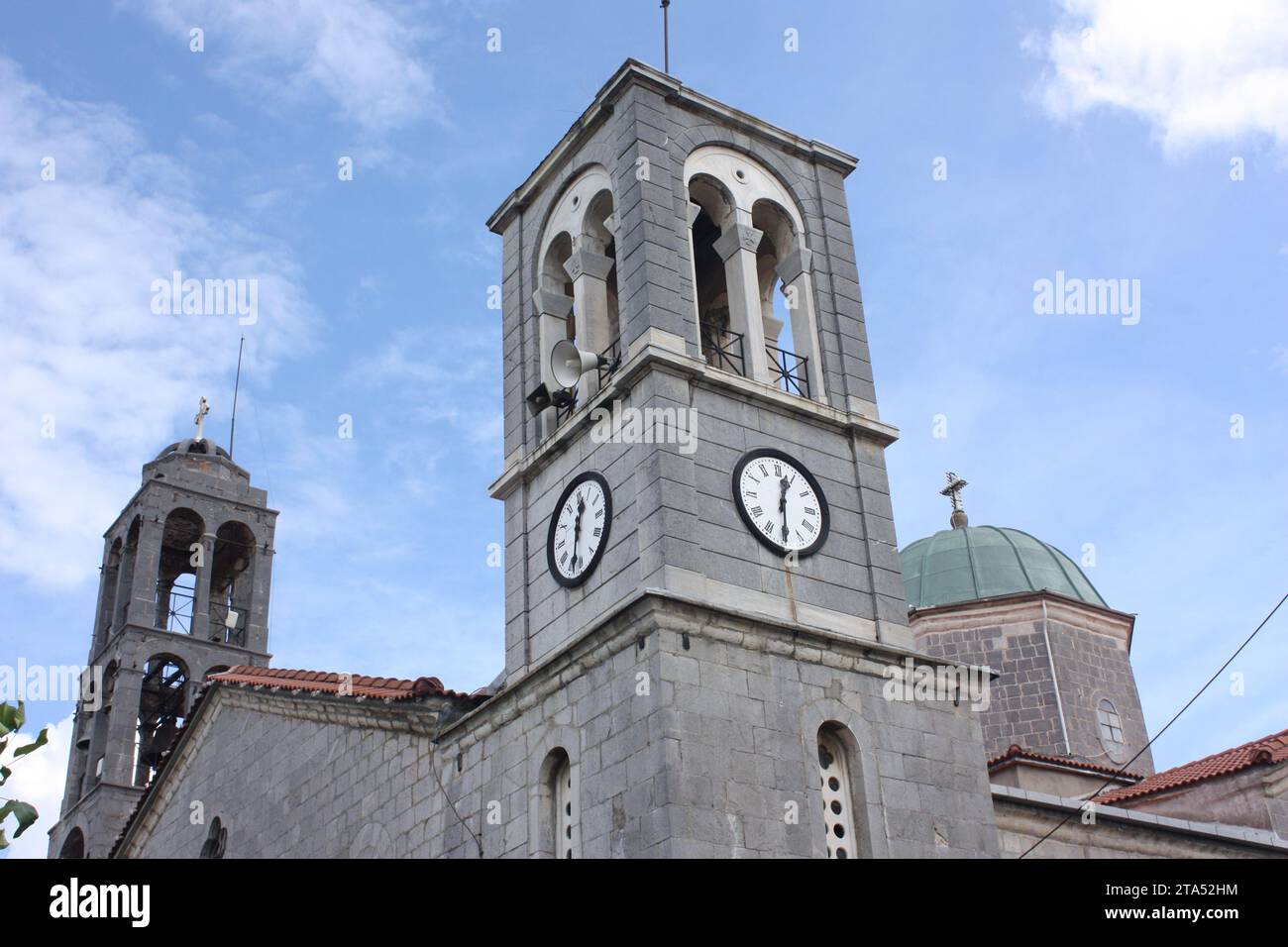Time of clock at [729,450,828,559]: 12:30
